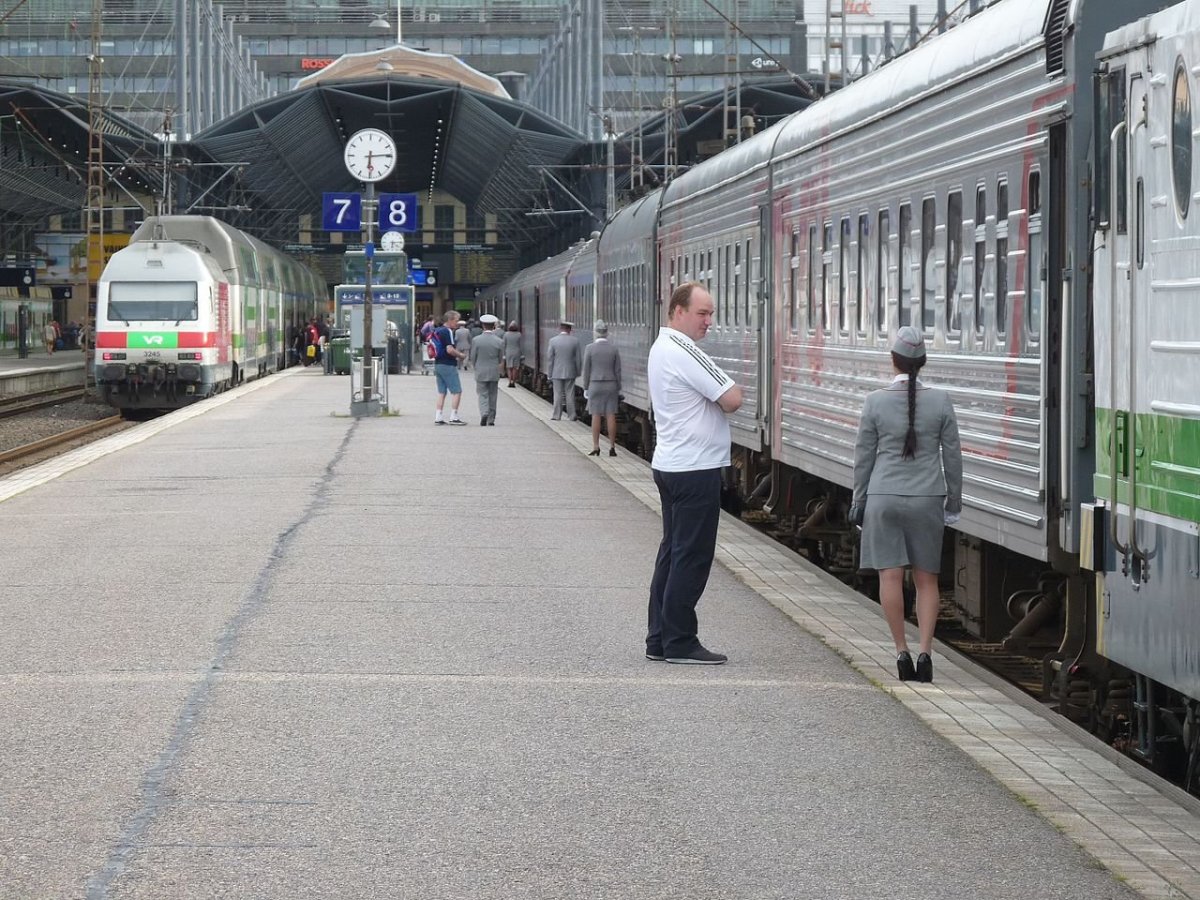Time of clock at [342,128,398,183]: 6:14
